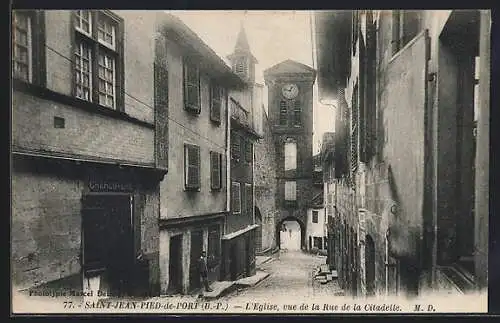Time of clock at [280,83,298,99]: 12:47
